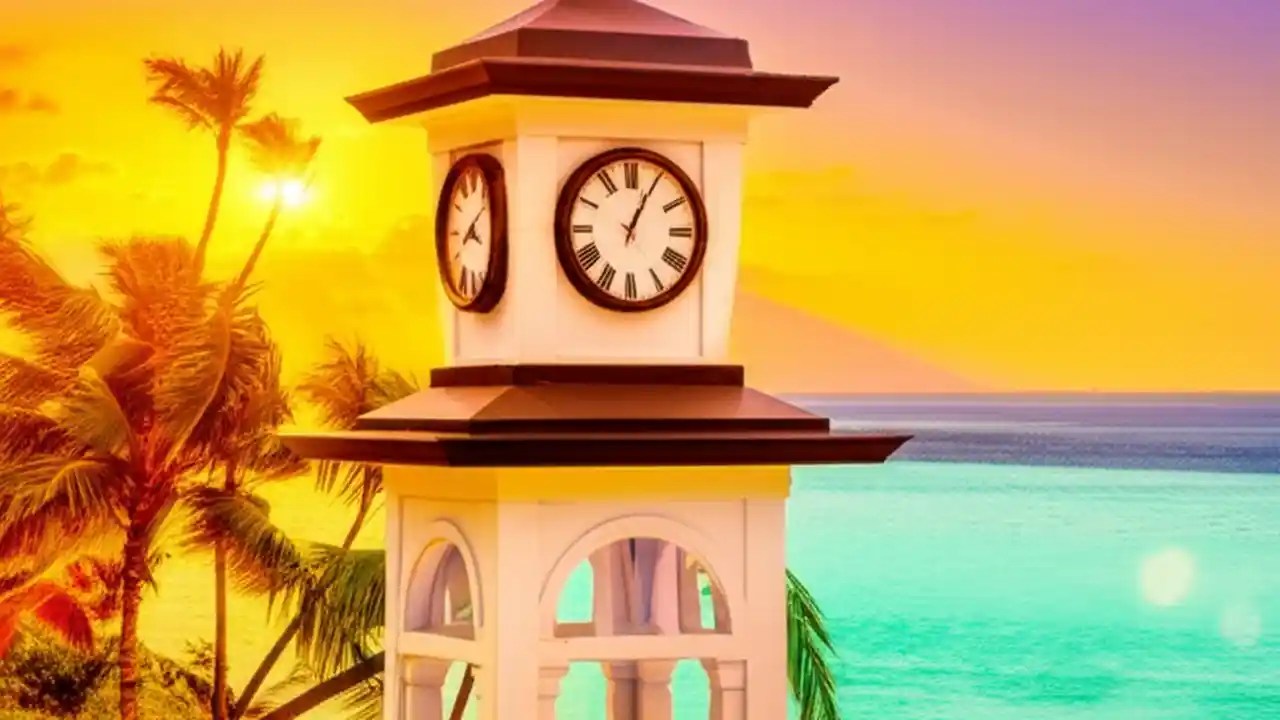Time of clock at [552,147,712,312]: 1:04
